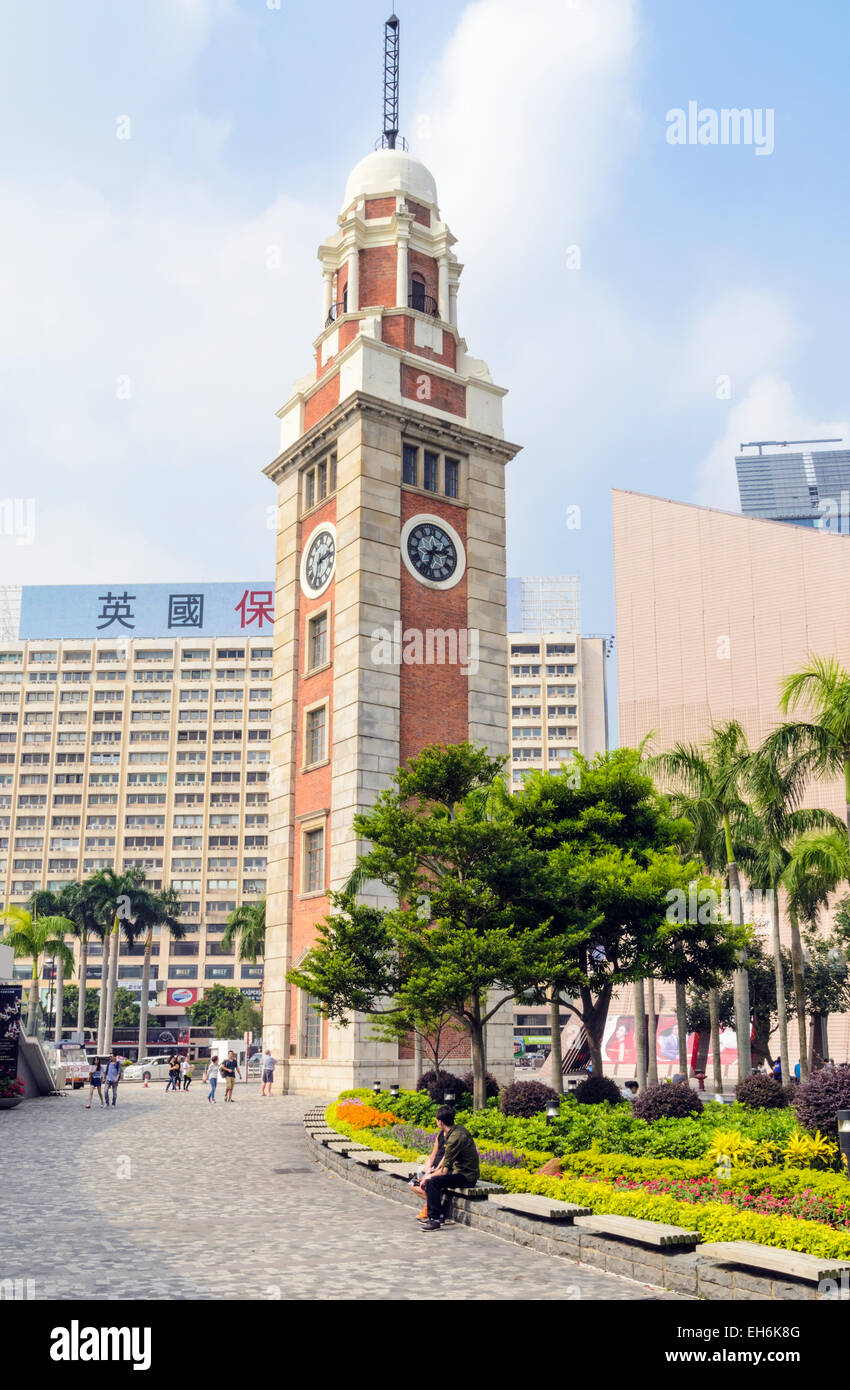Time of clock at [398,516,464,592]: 2:33
